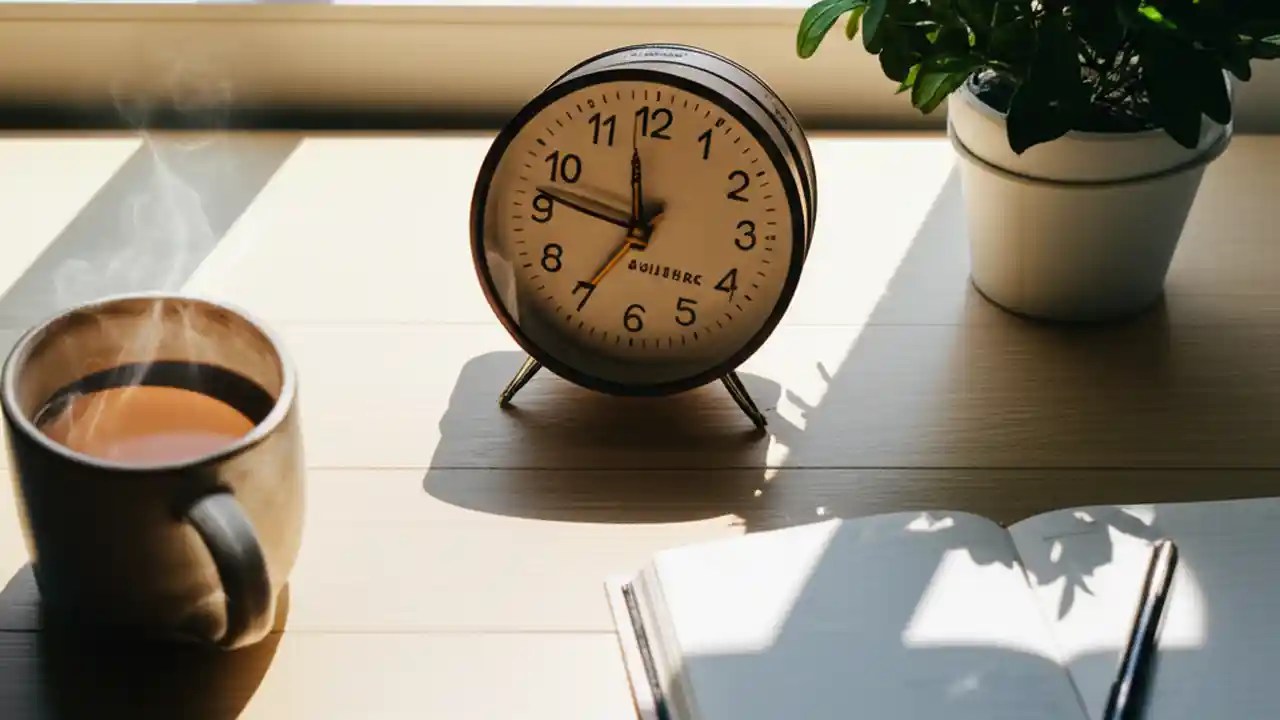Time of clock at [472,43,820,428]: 11:46
